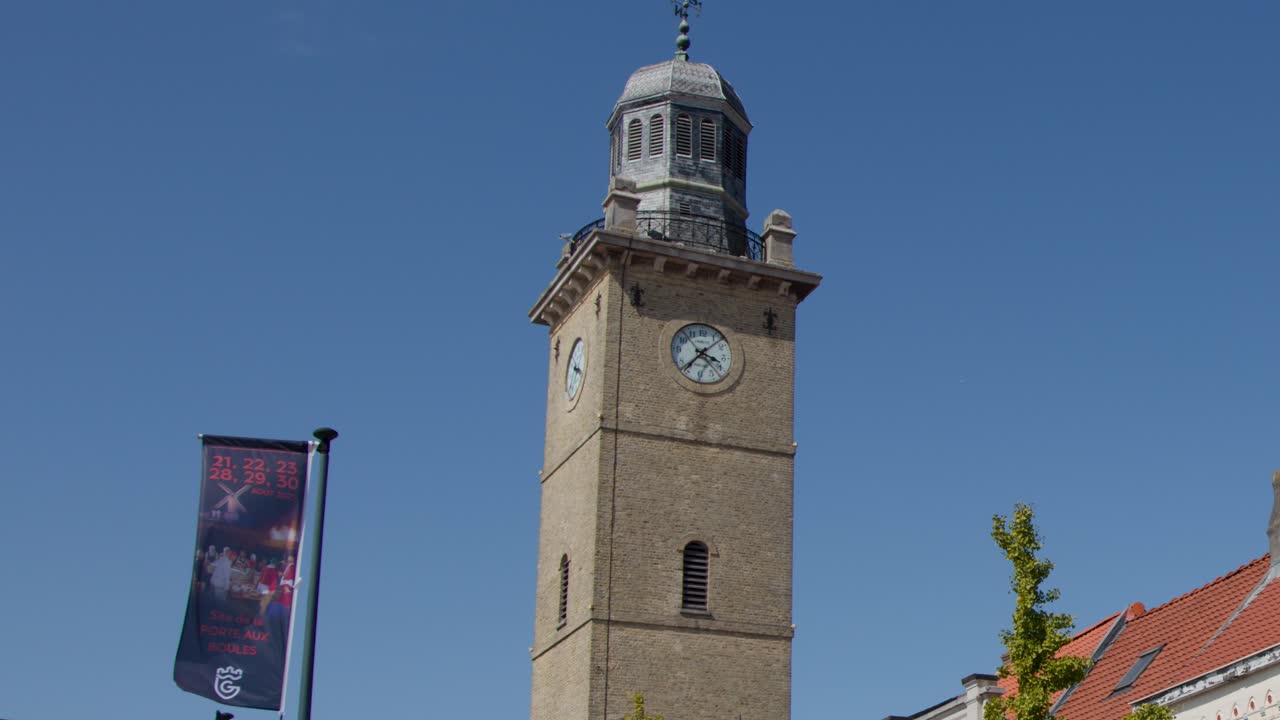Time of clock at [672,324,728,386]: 3:36
